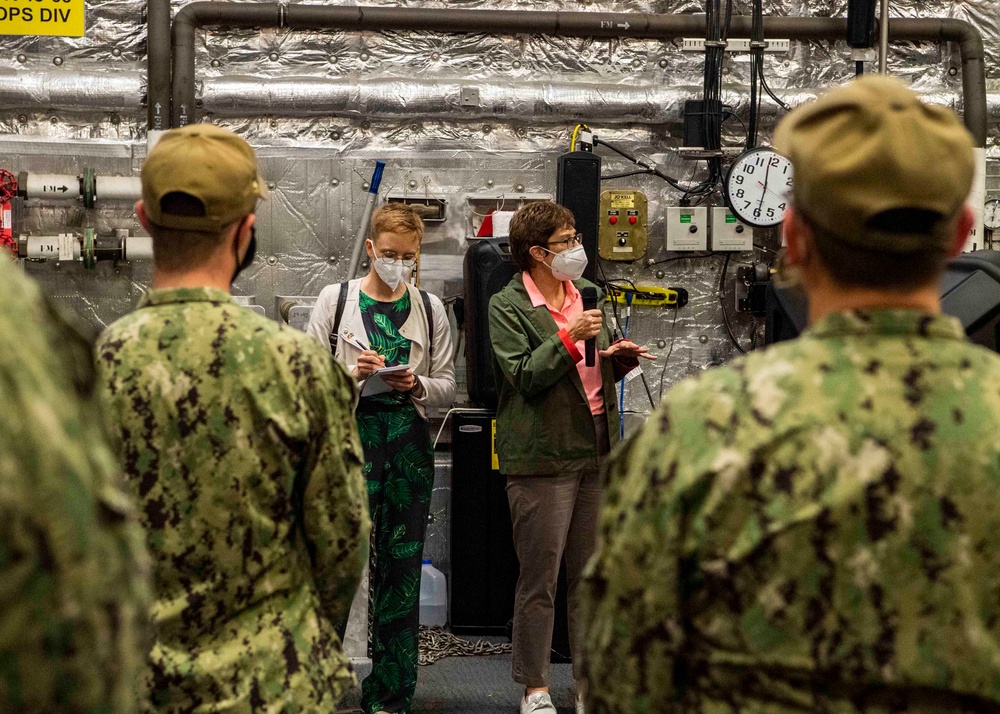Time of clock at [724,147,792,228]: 5:58
